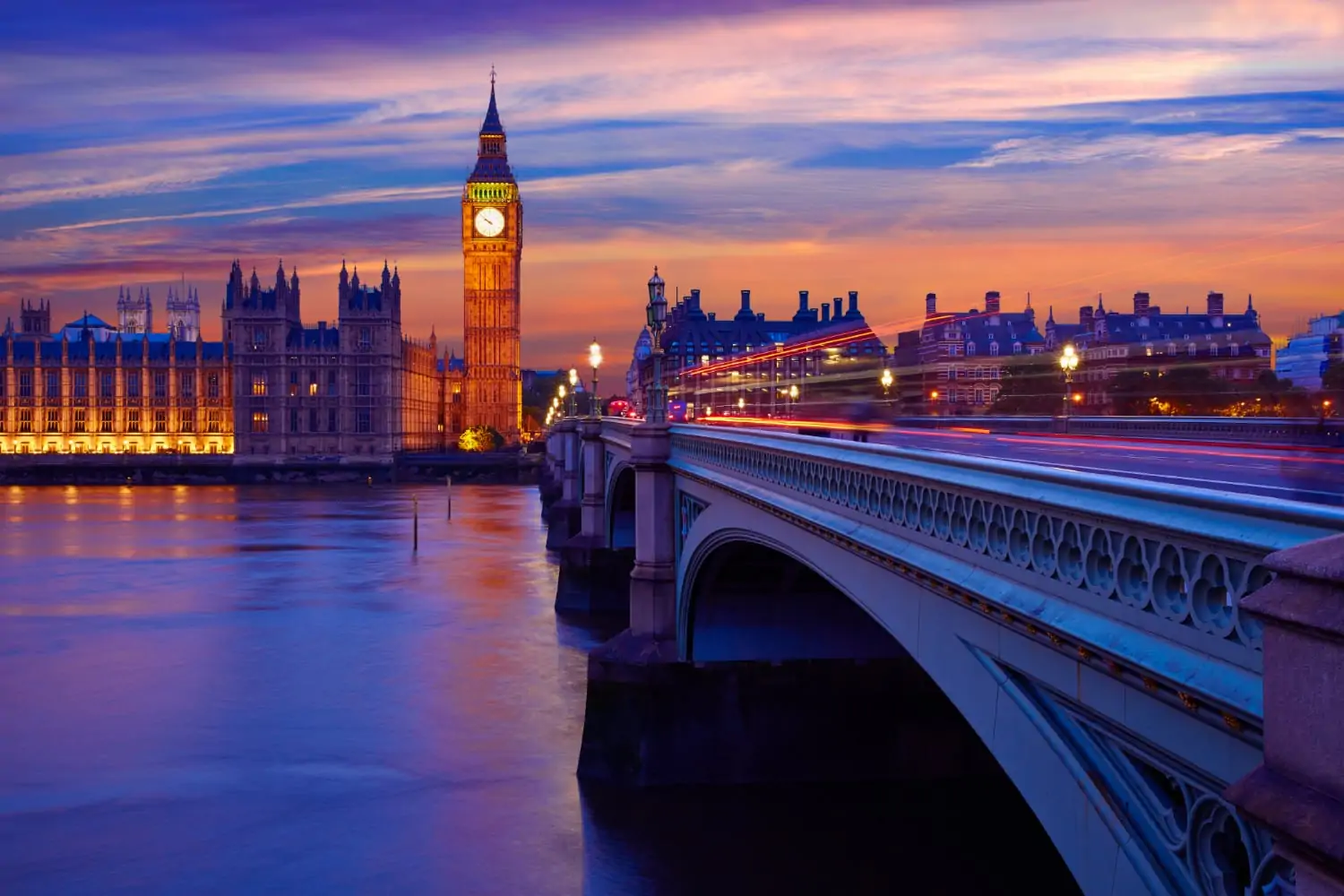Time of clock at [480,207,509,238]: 9:51
